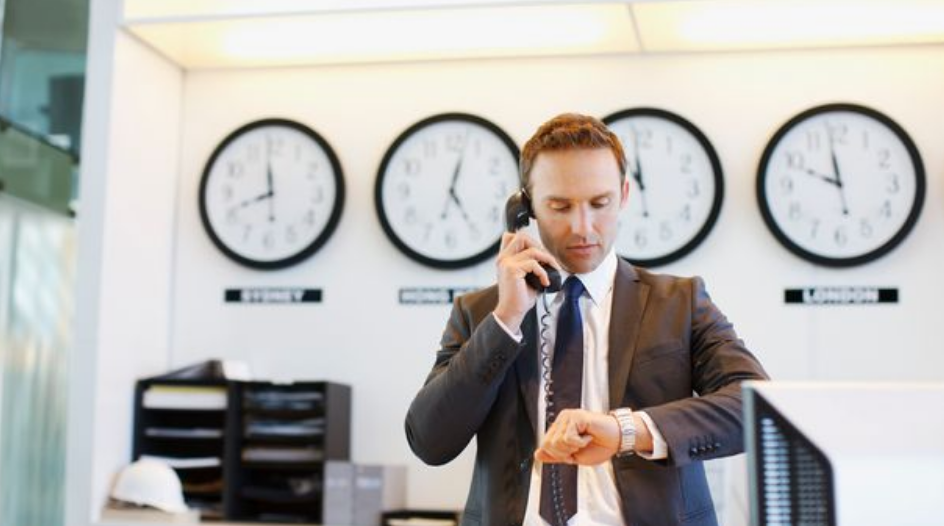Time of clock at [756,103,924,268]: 11:48
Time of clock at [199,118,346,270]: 11:41
